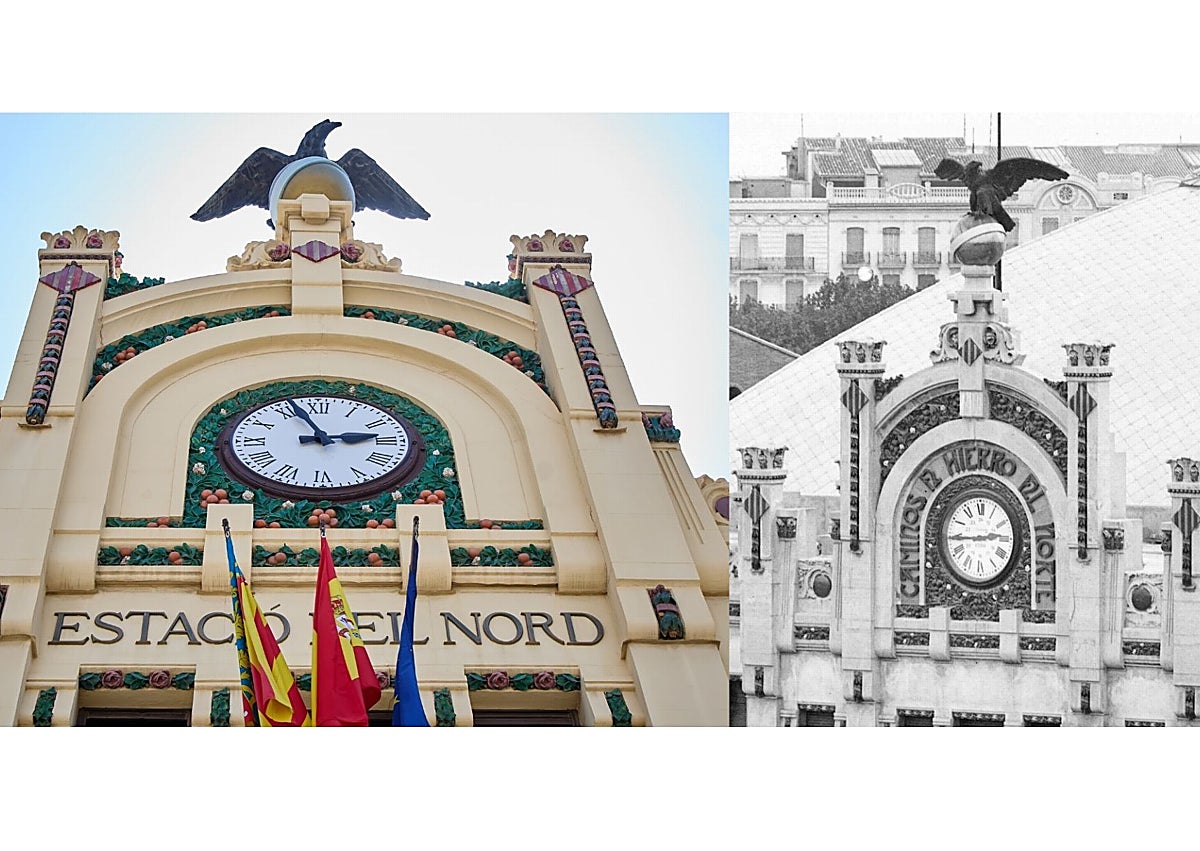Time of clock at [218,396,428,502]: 2:56
